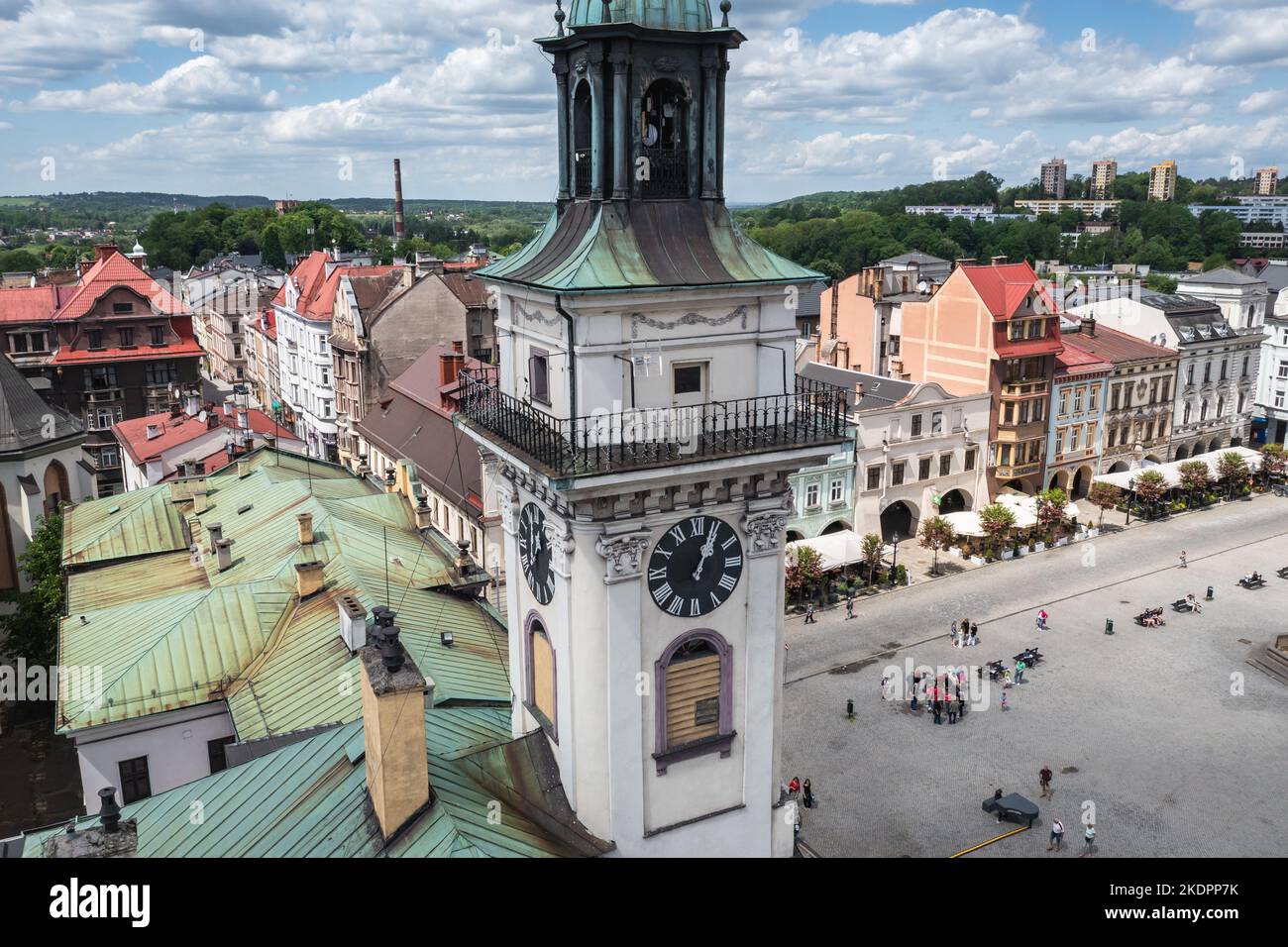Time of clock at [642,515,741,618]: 1:03
